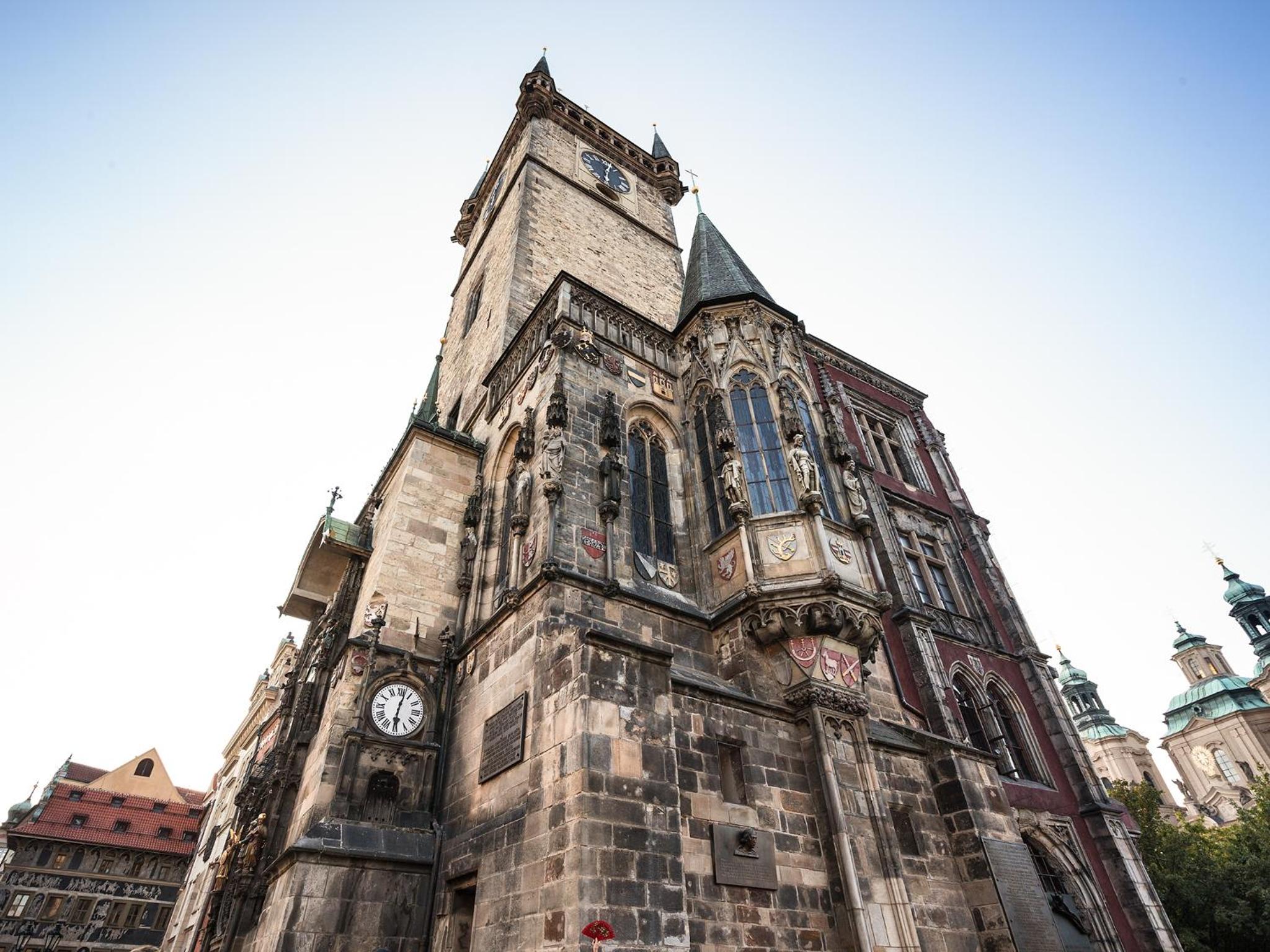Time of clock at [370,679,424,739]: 6:02
